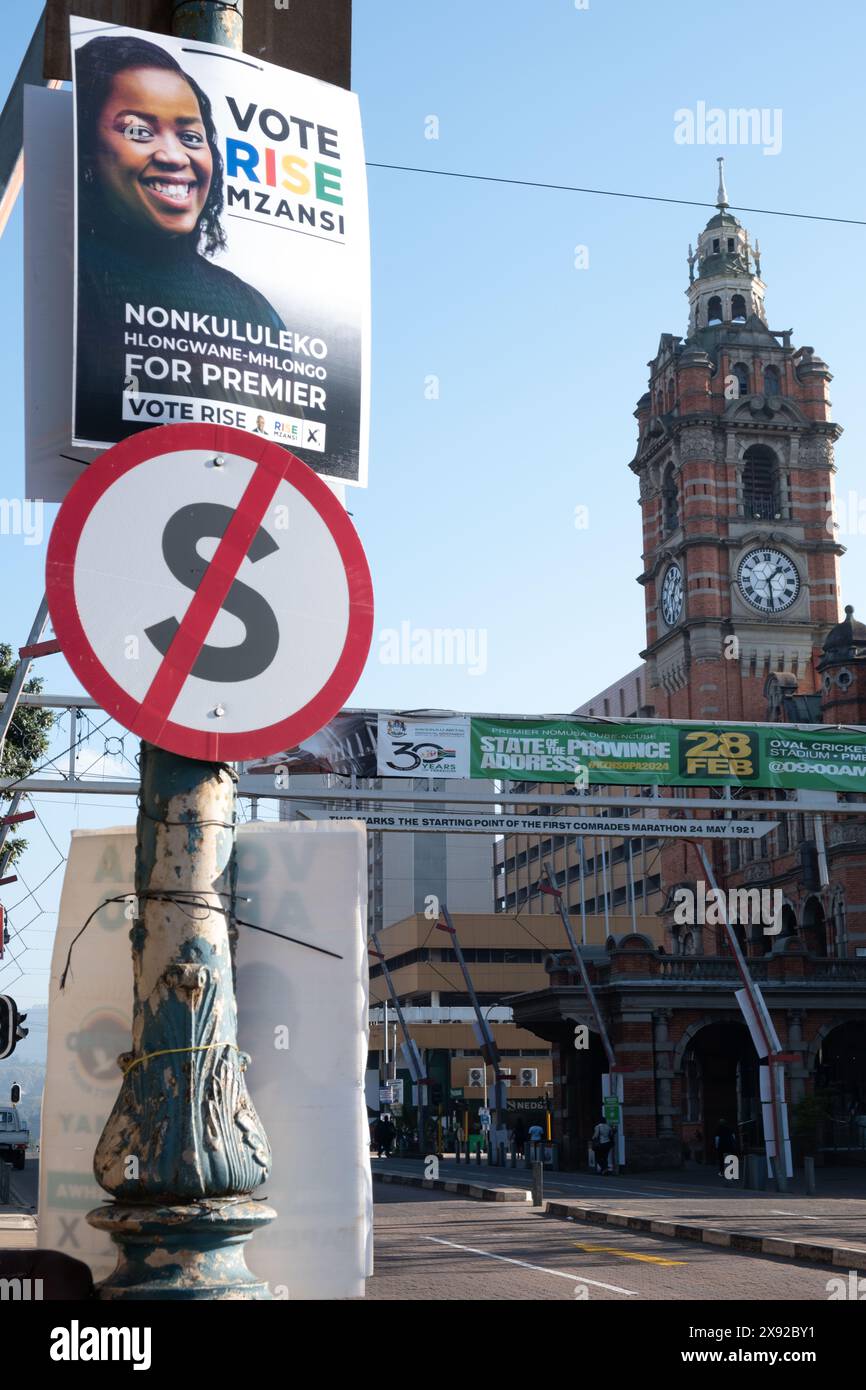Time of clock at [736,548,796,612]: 1:28
